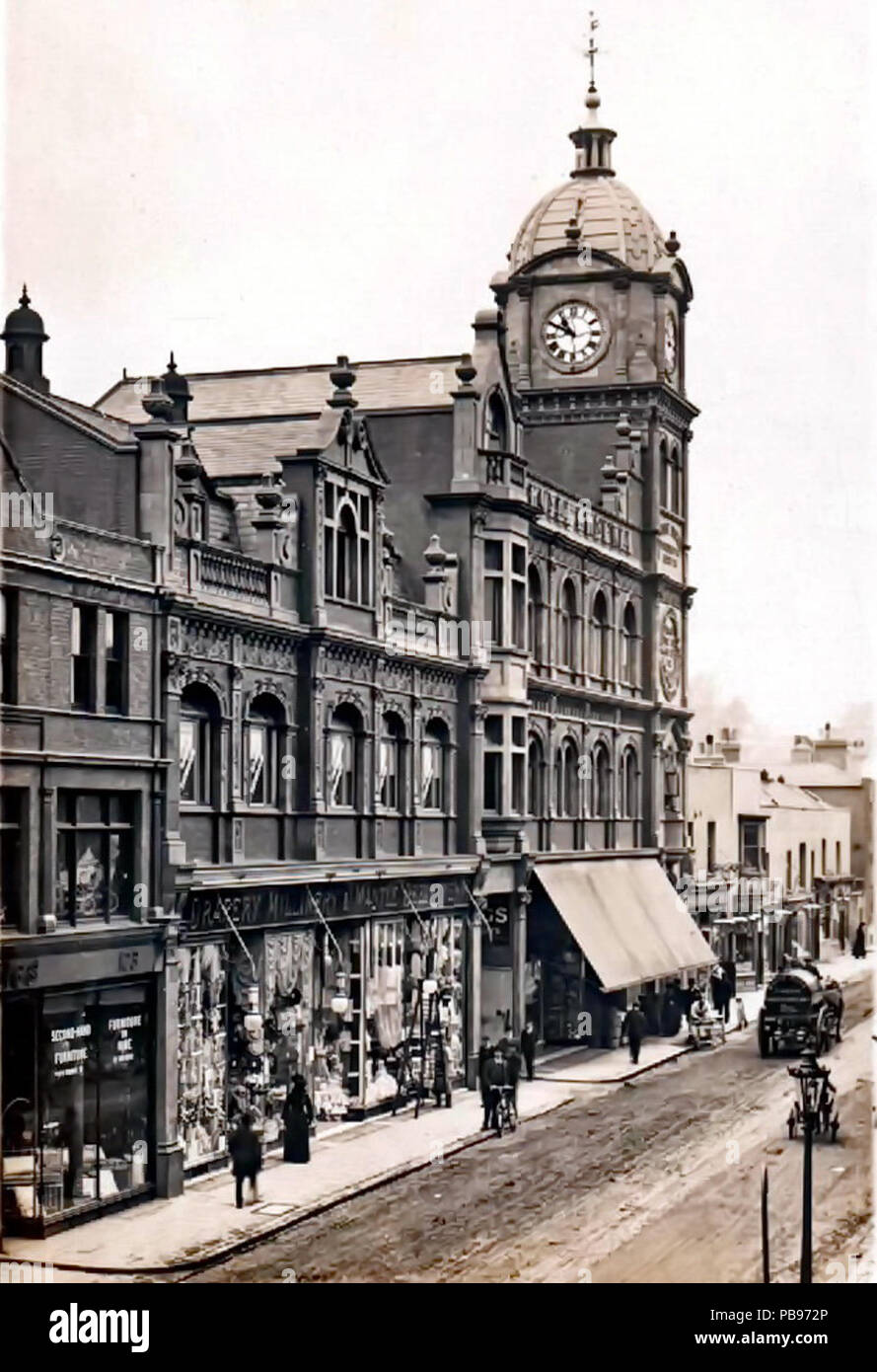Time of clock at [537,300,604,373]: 10:49
